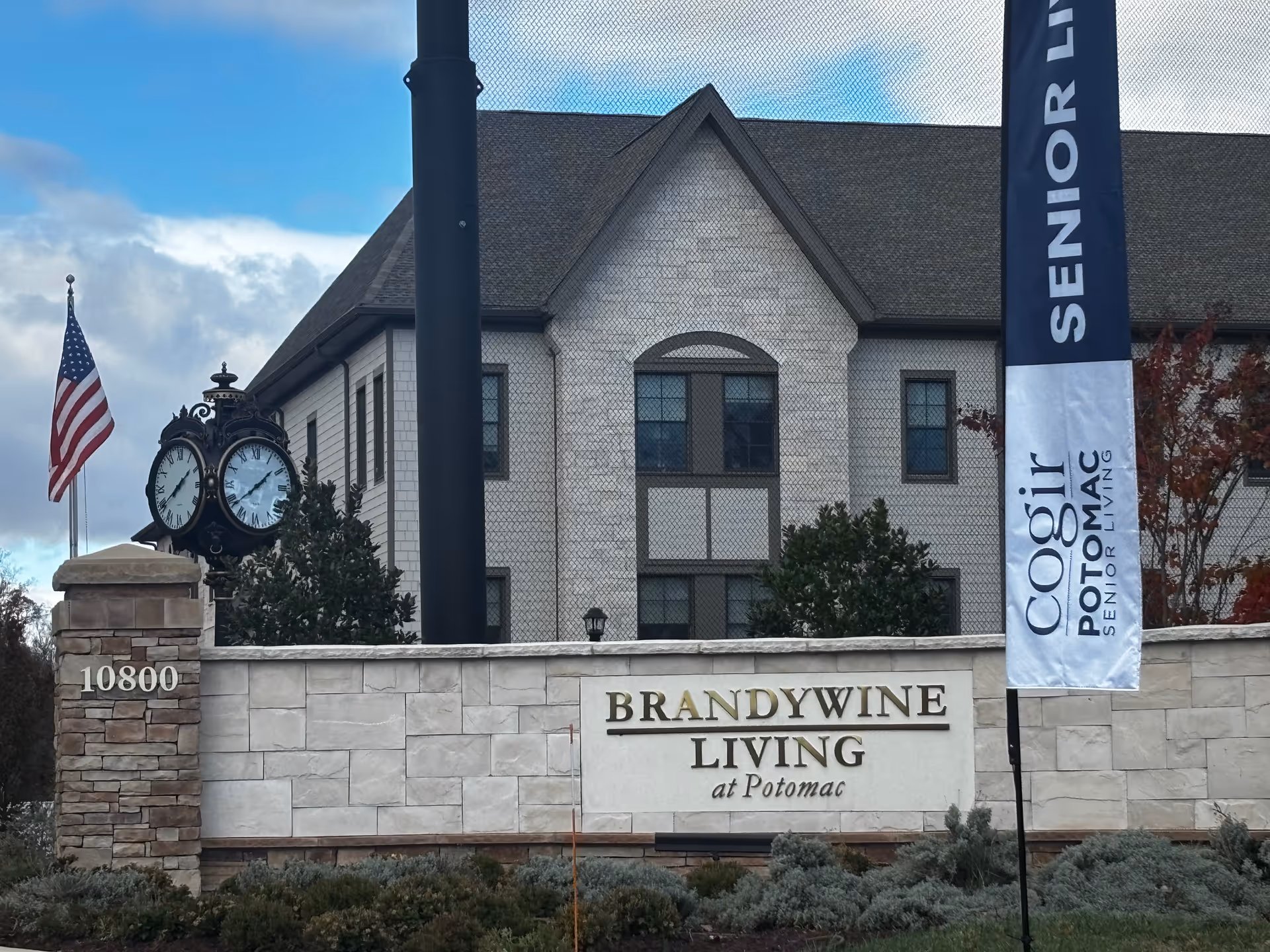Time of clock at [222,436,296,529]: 1:39
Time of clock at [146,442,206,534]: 1:39
